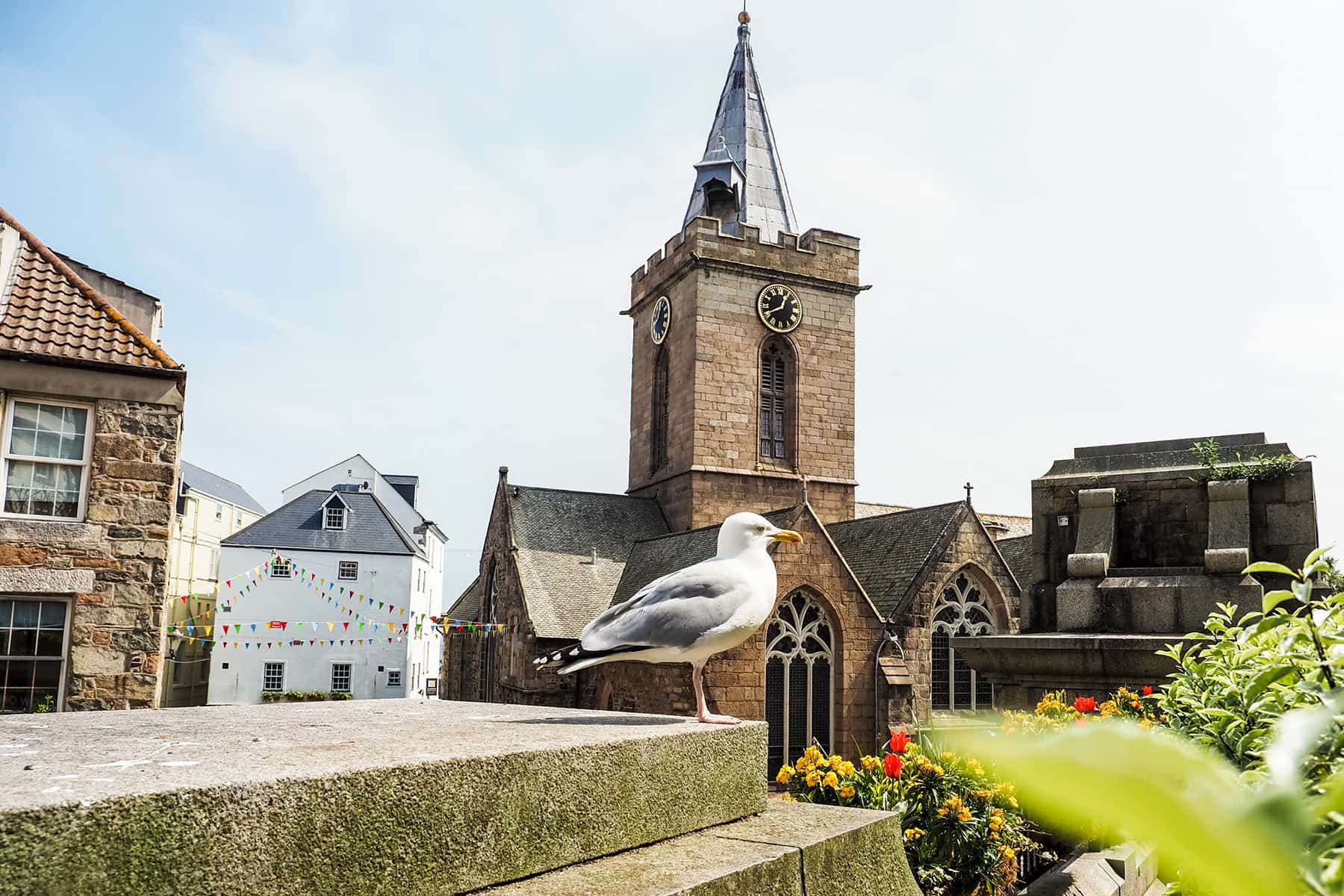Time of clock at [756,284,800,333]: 12:40
